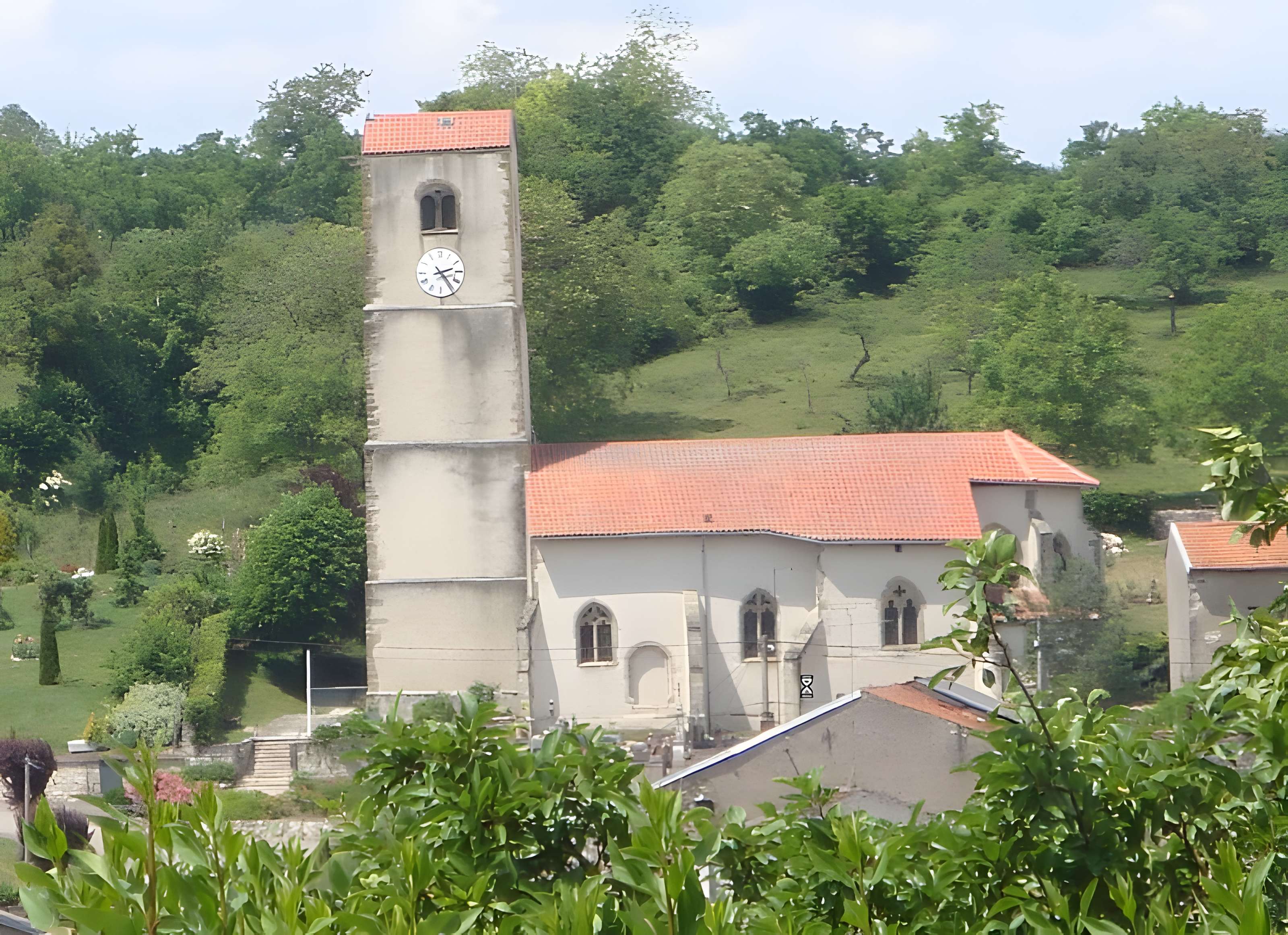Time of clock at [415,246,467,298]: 2:23
